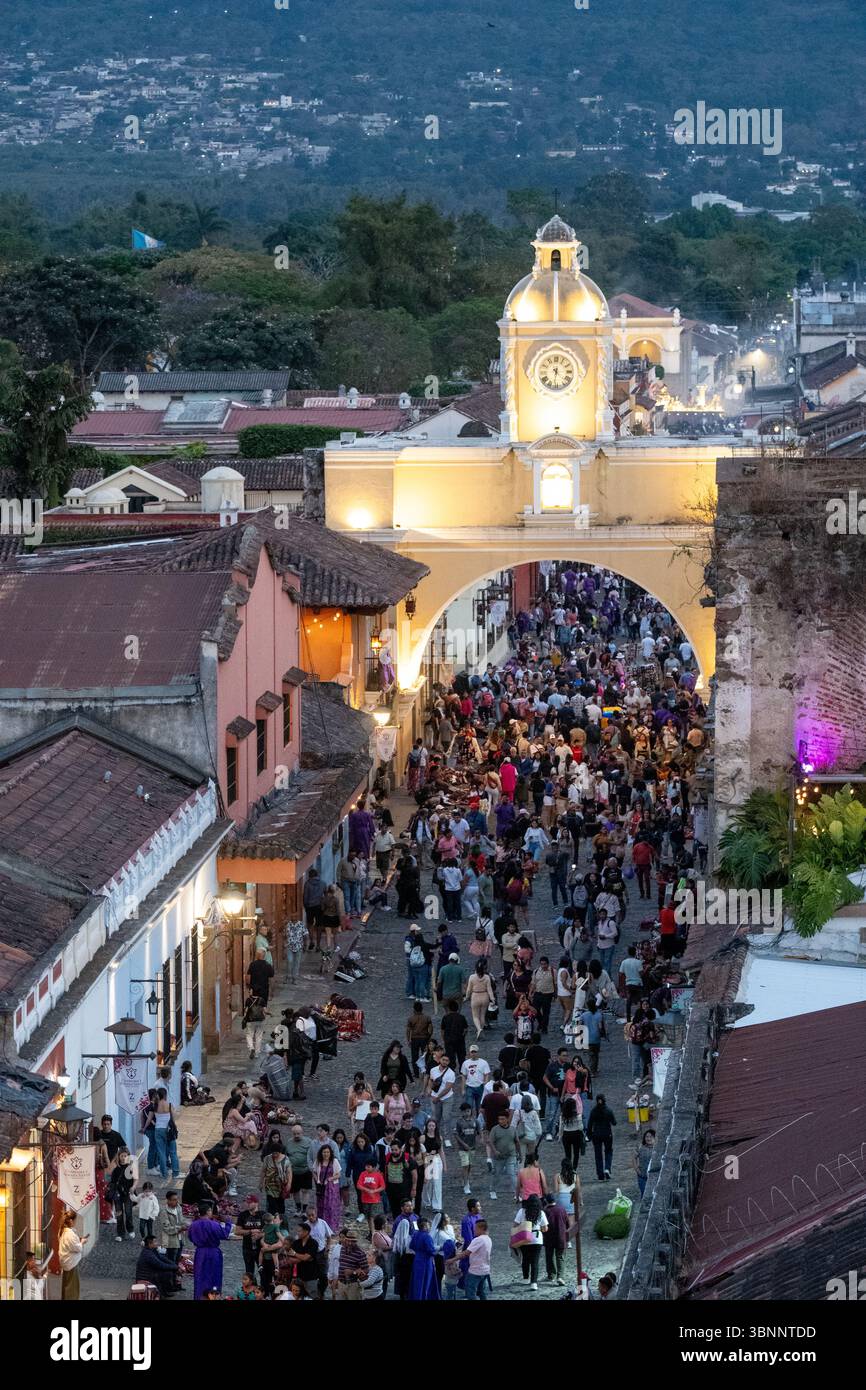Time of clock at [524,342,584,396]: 4:31
